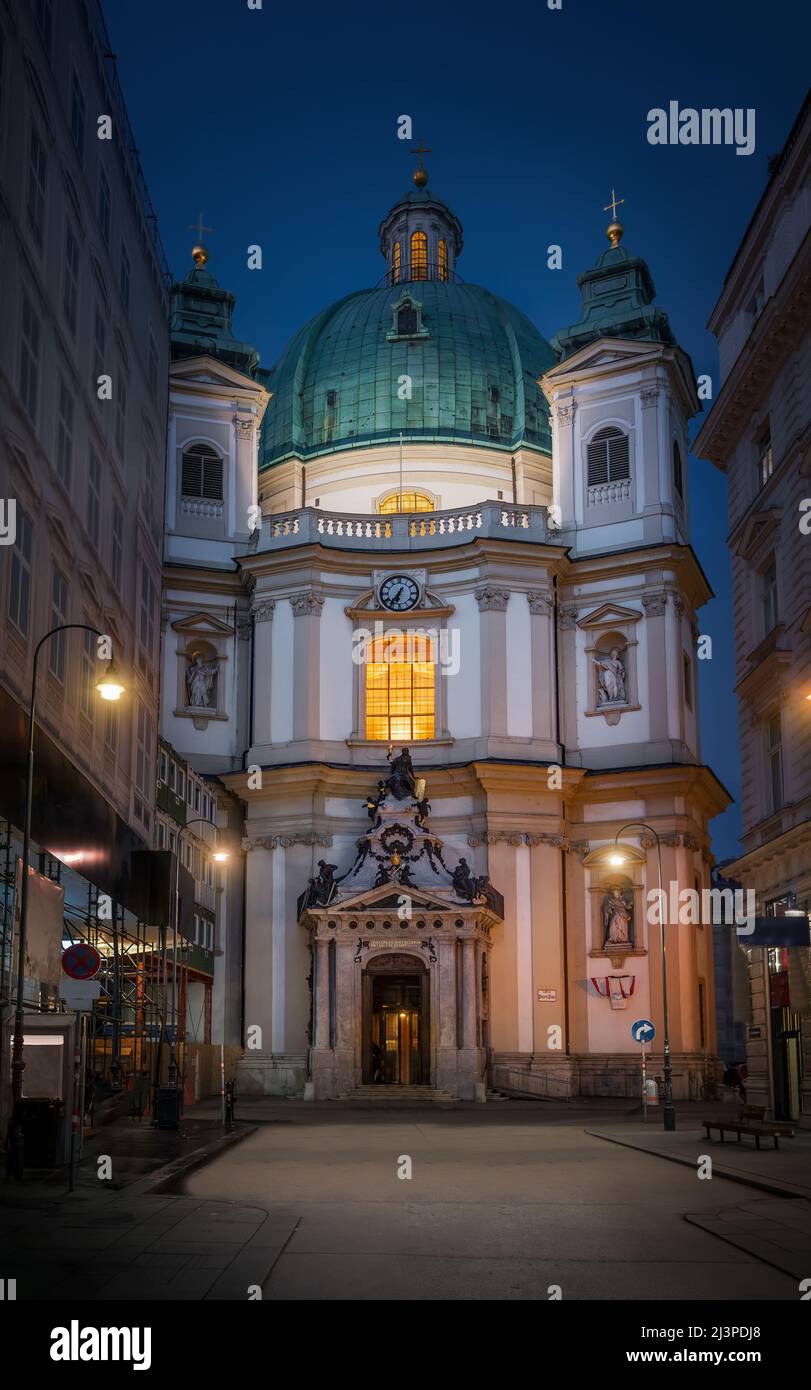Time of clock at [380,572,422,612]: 6:36
